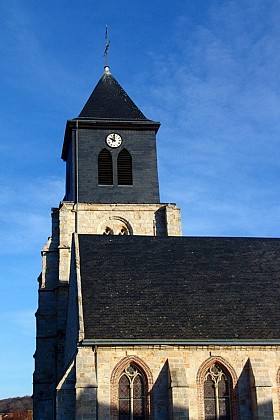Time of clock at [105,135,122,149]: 10:00
